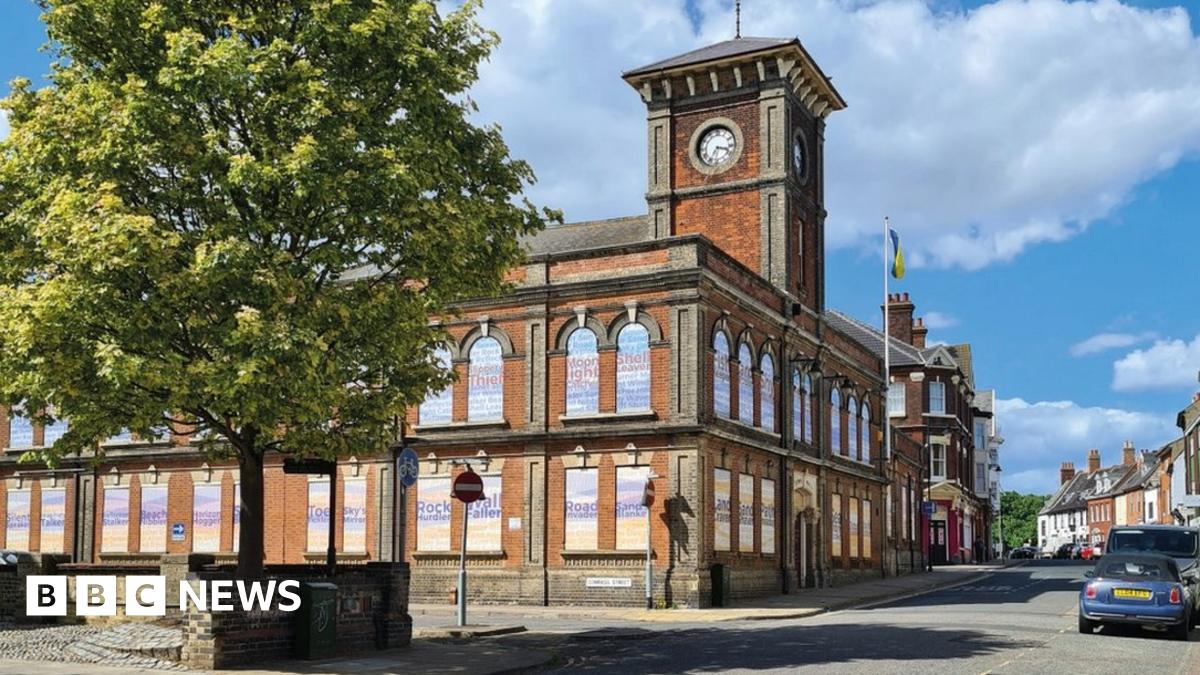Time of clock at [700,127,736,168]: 3:34
